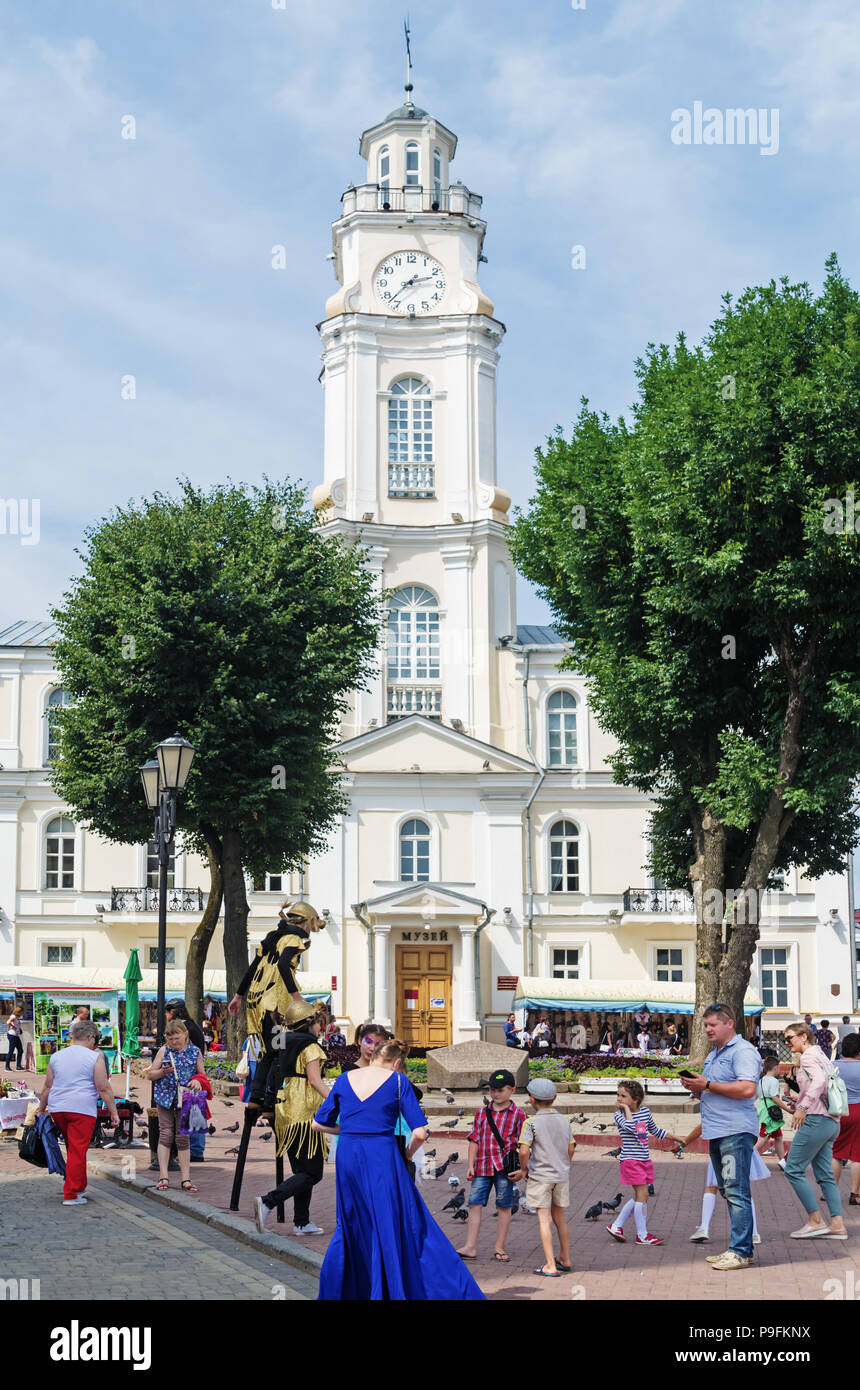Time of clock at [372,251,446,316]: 2:37
